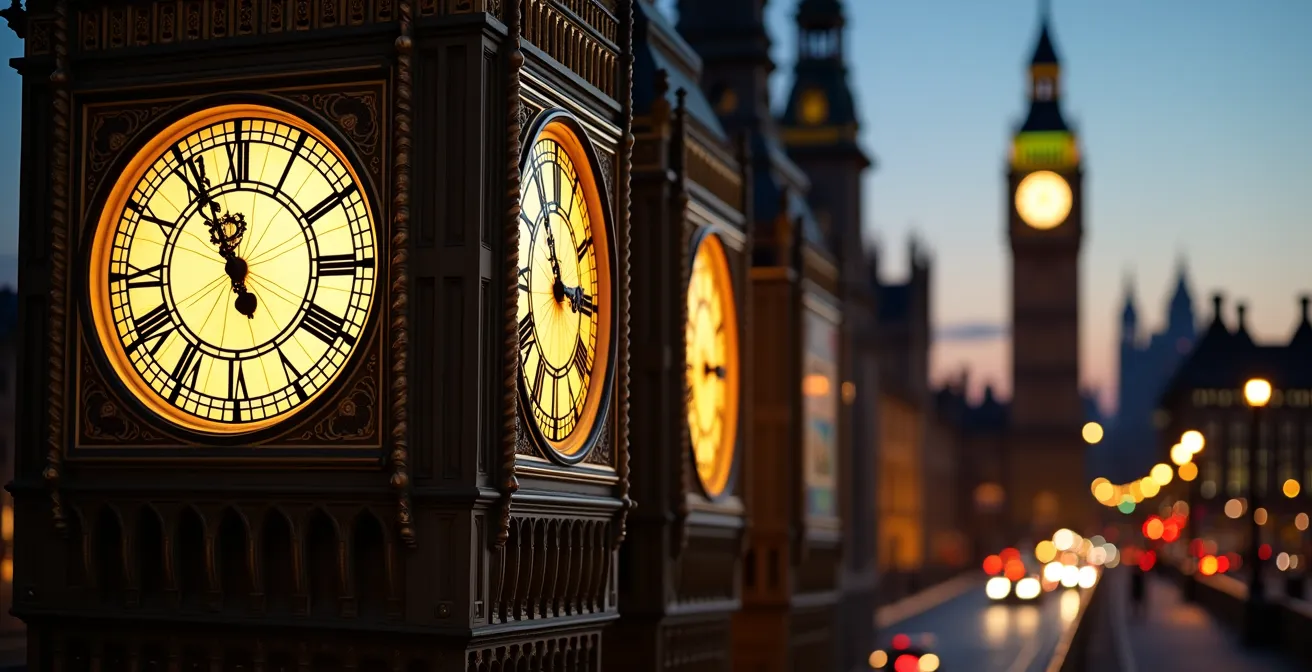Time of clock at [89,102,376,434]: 11:55
